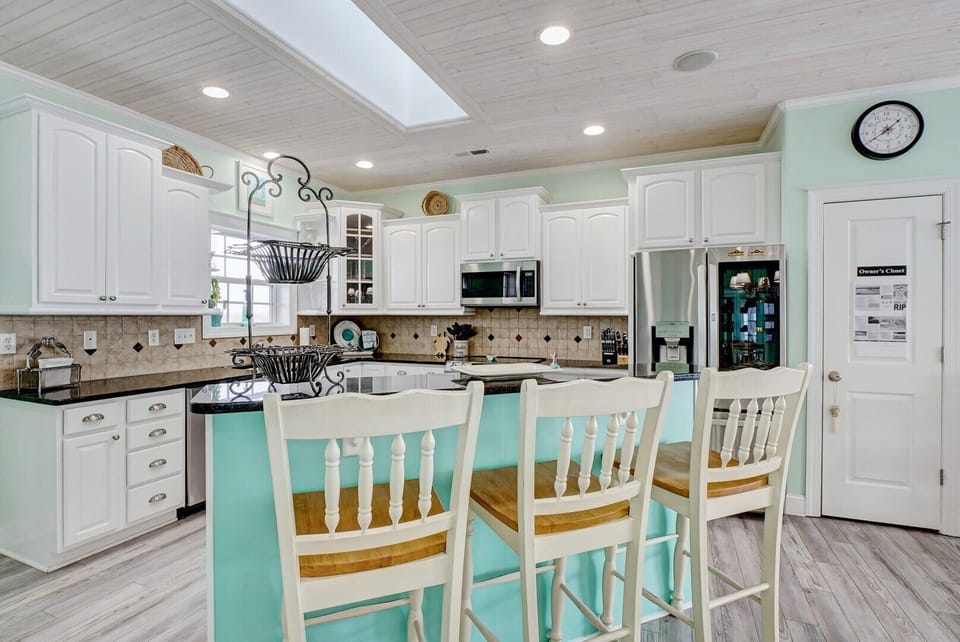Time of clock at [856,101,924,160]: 1:39
